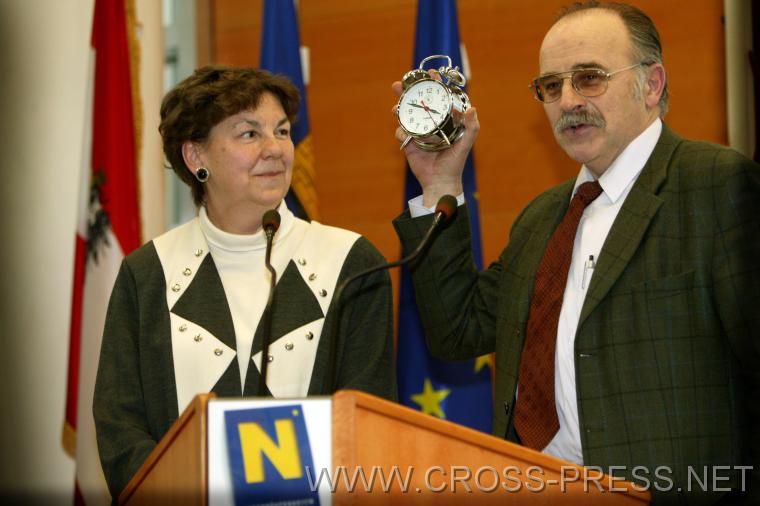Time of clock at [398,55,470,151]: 3:48
